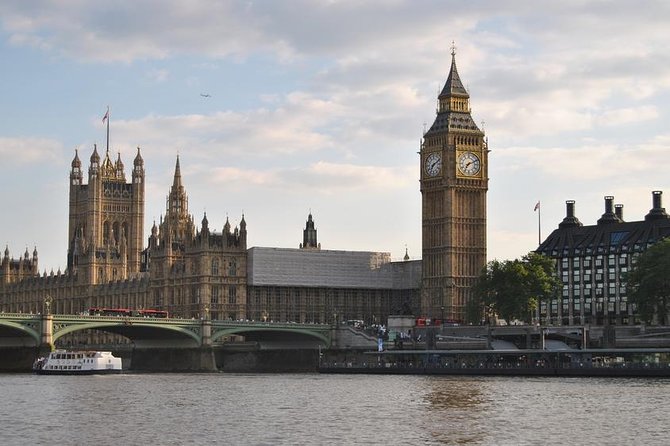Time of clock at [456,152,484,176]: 7:10
